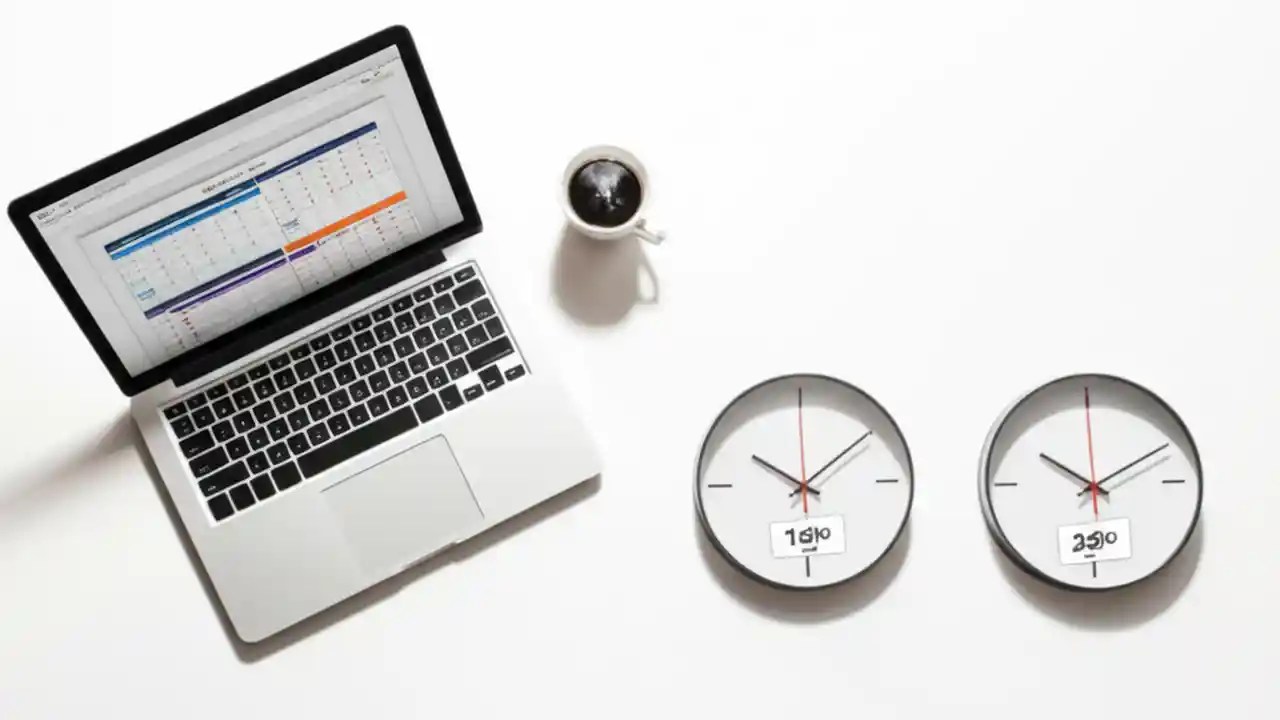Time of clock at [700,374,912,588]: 10:08
